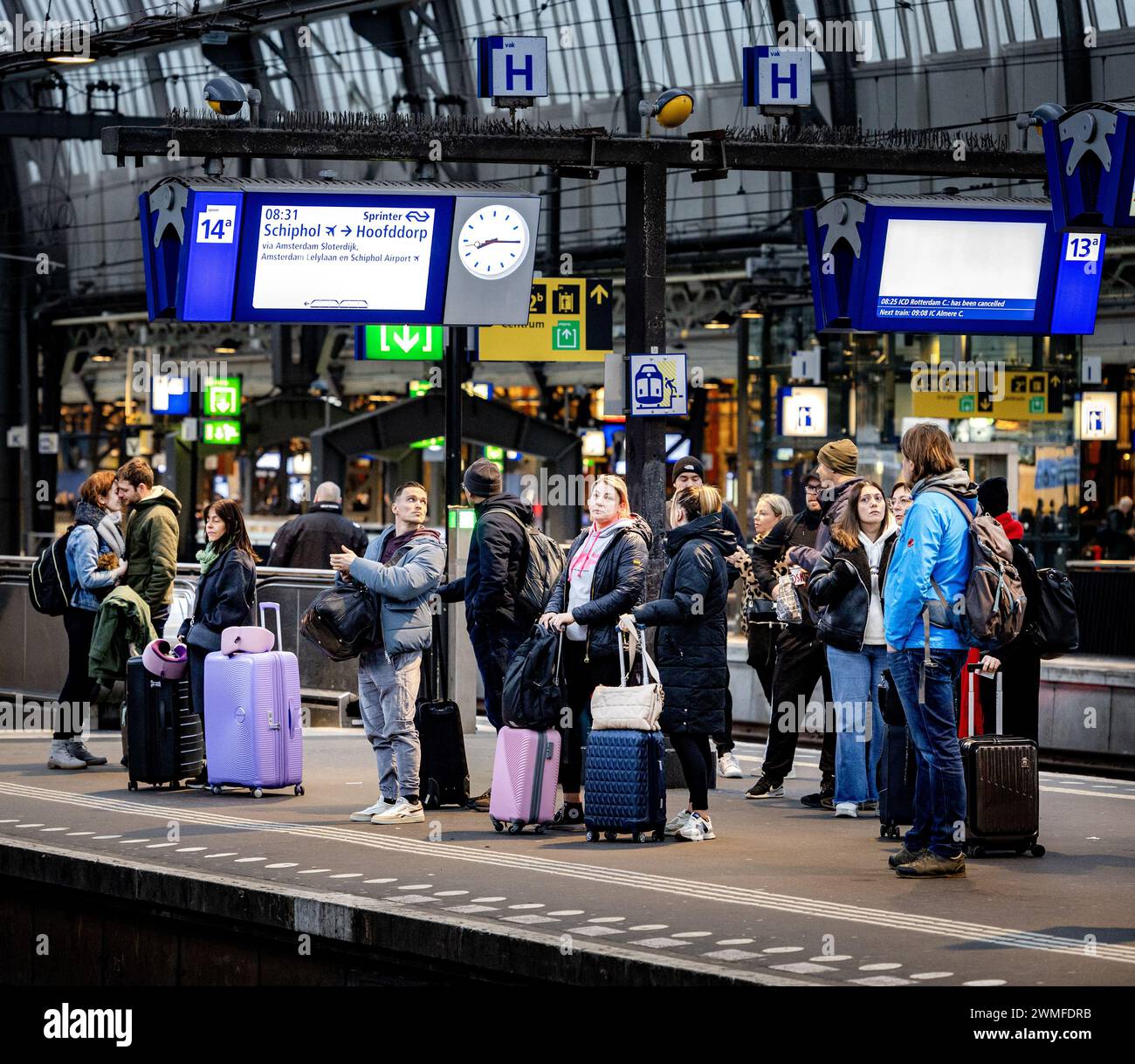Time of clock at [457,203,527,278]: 8:15
